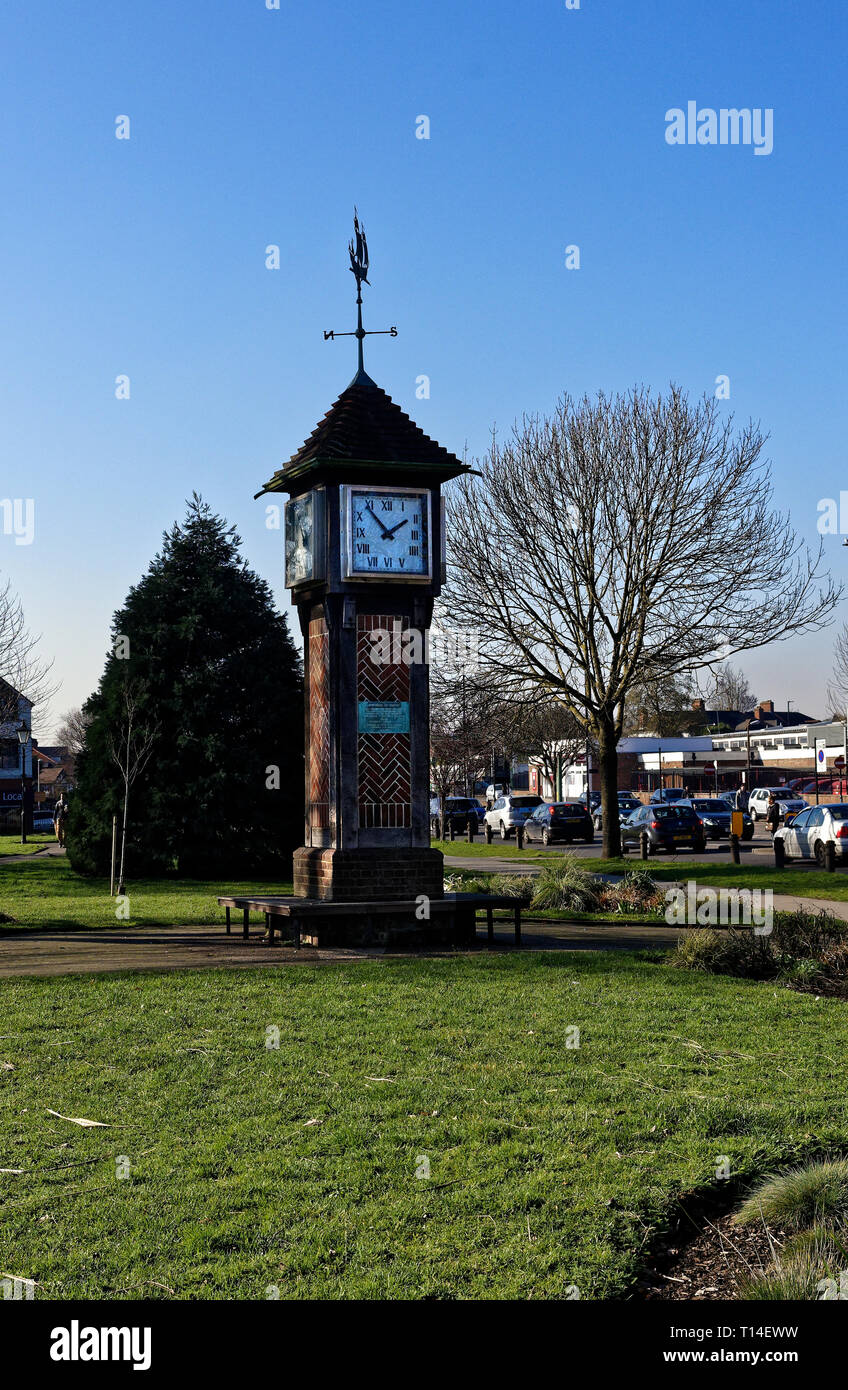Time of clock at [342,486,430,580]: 1:53
